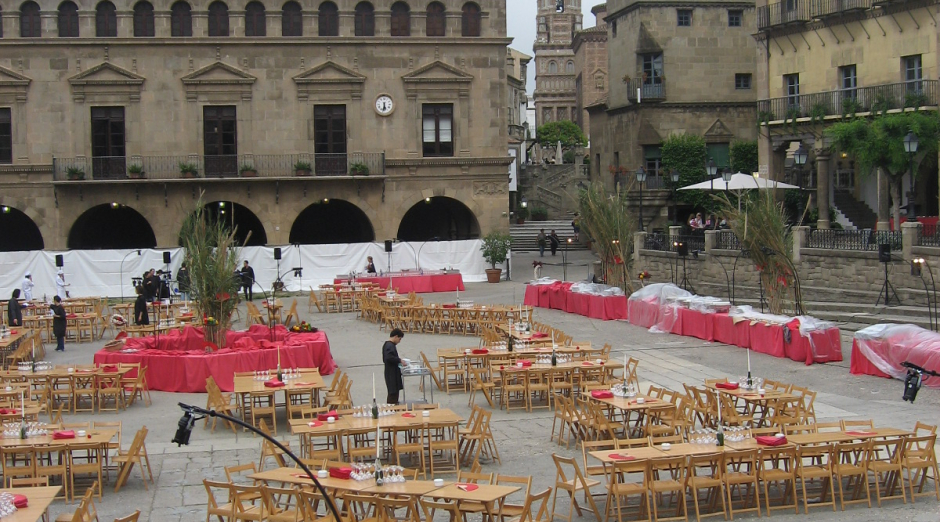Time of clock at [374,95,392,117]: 5:31
